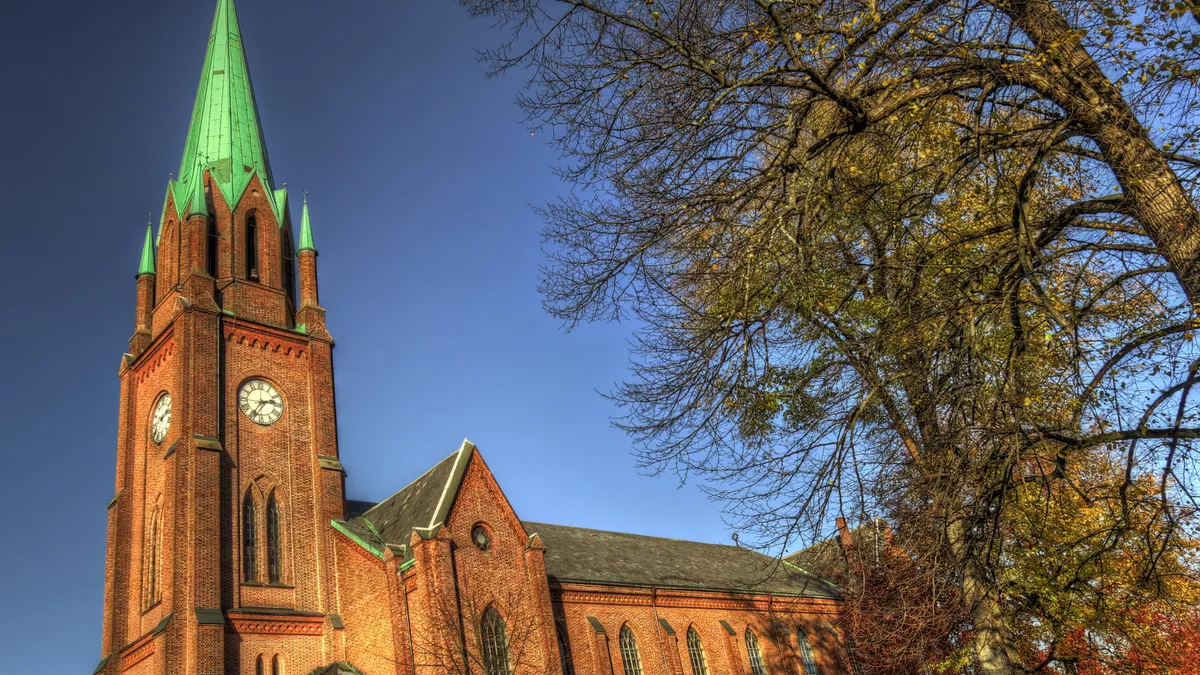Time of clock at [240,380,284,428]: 2:35
